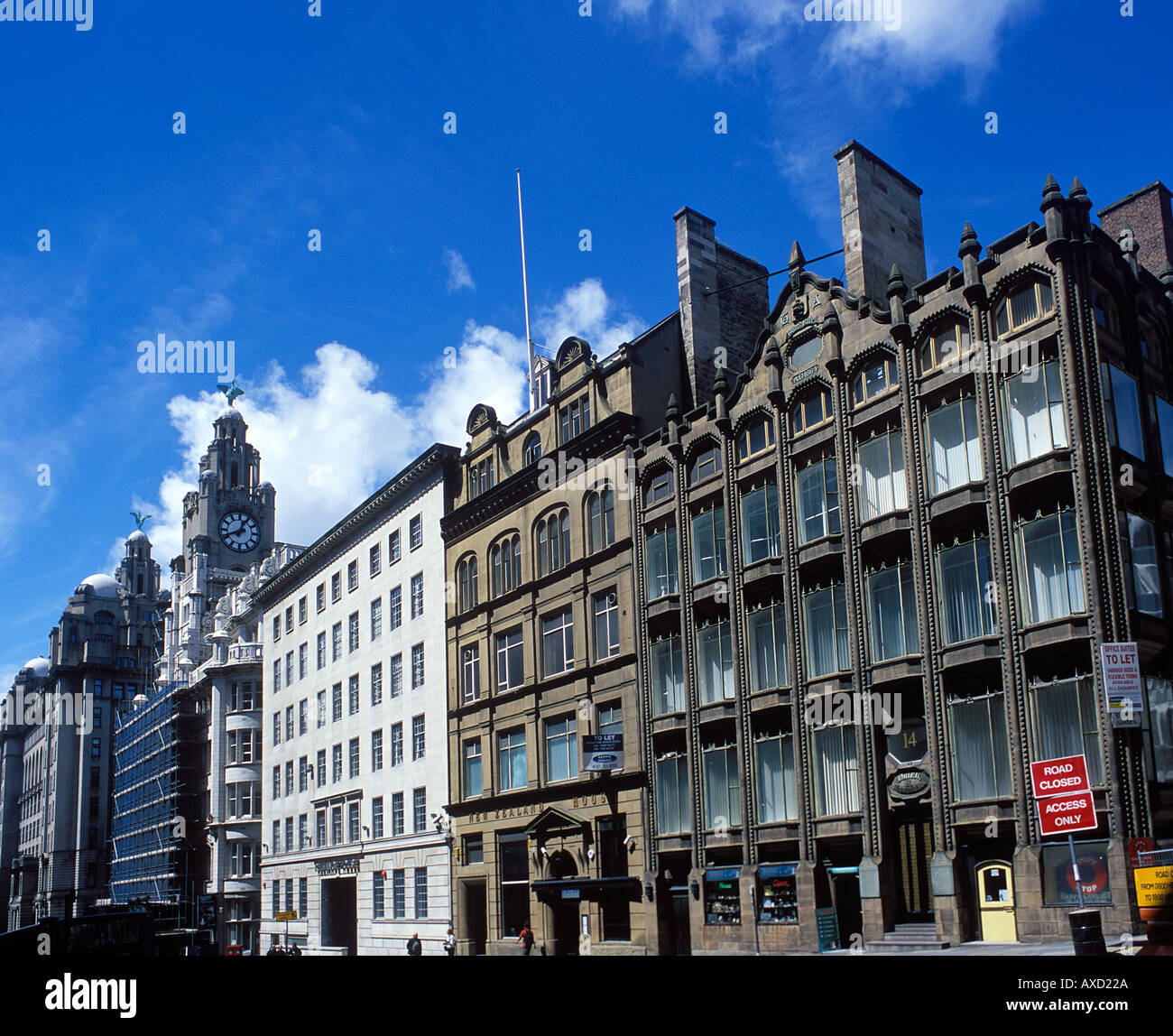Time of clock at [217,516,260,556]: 12:41
